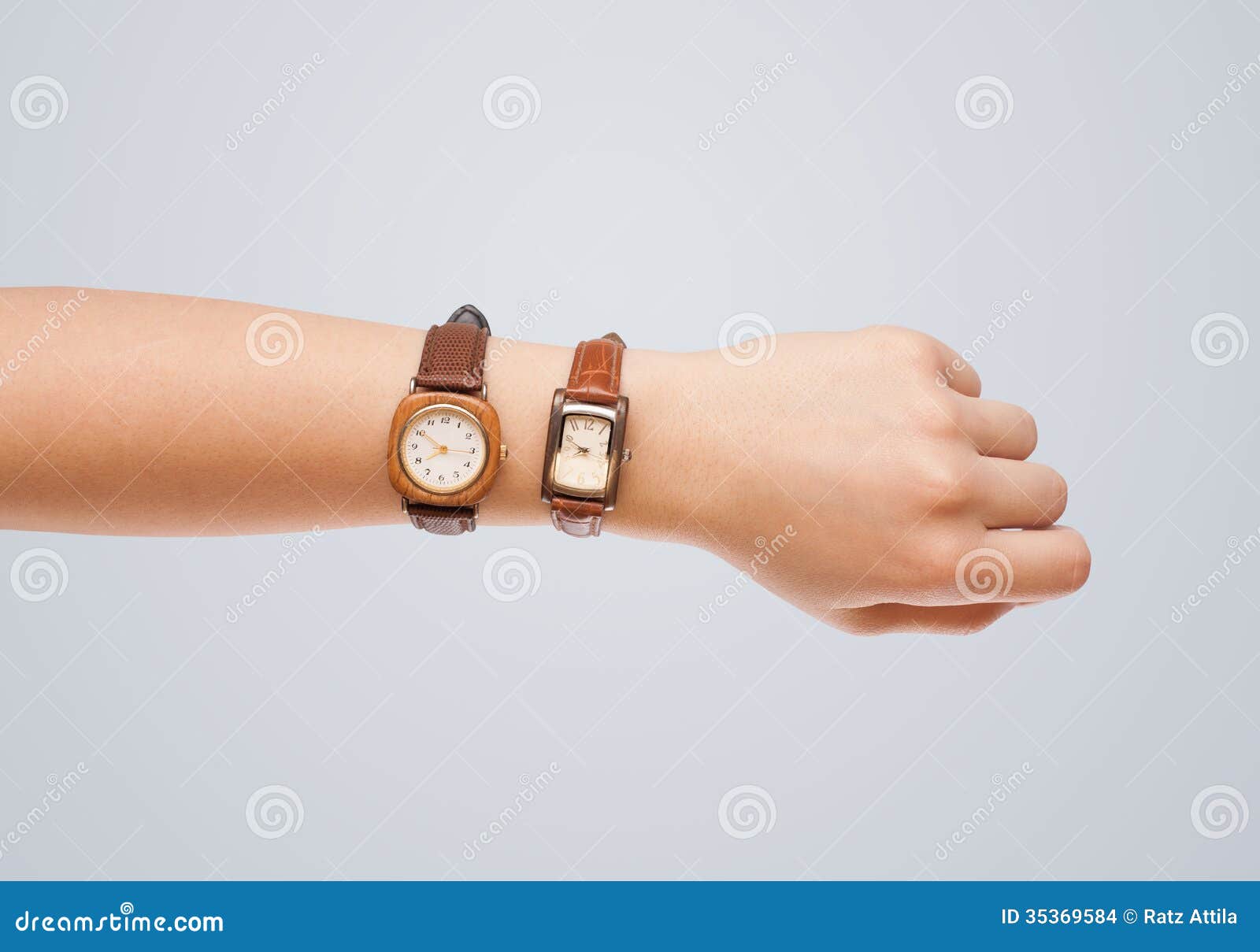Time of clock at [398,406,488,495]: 7:50
